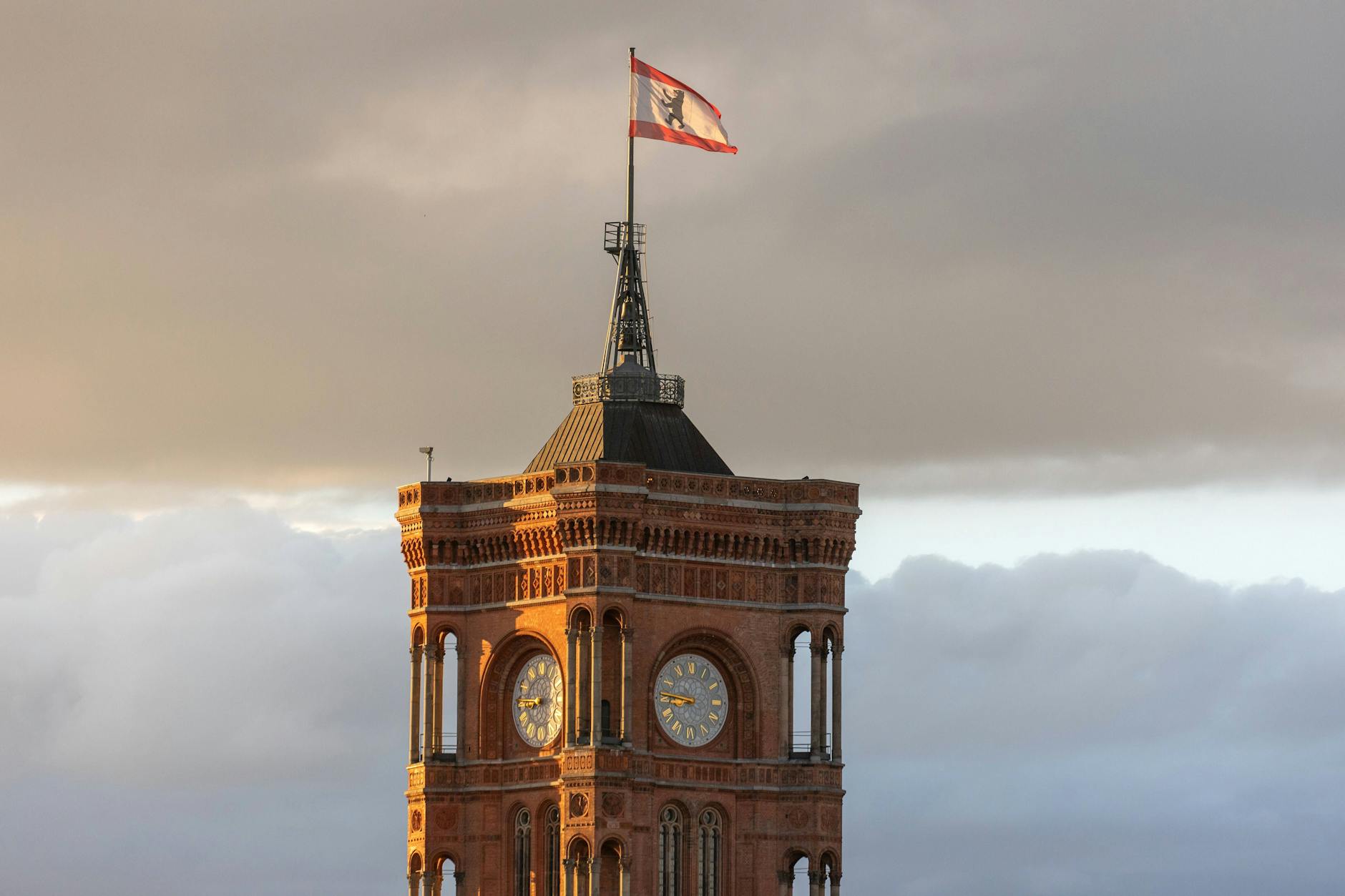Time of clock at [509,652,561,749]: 8:45
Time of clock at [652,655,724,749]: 8:45
